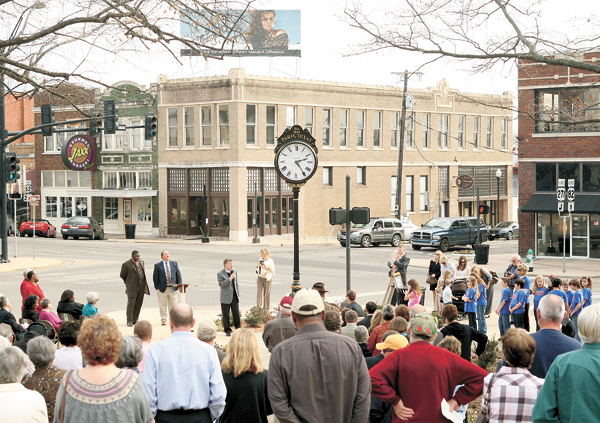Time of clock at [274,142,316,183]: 2:24
